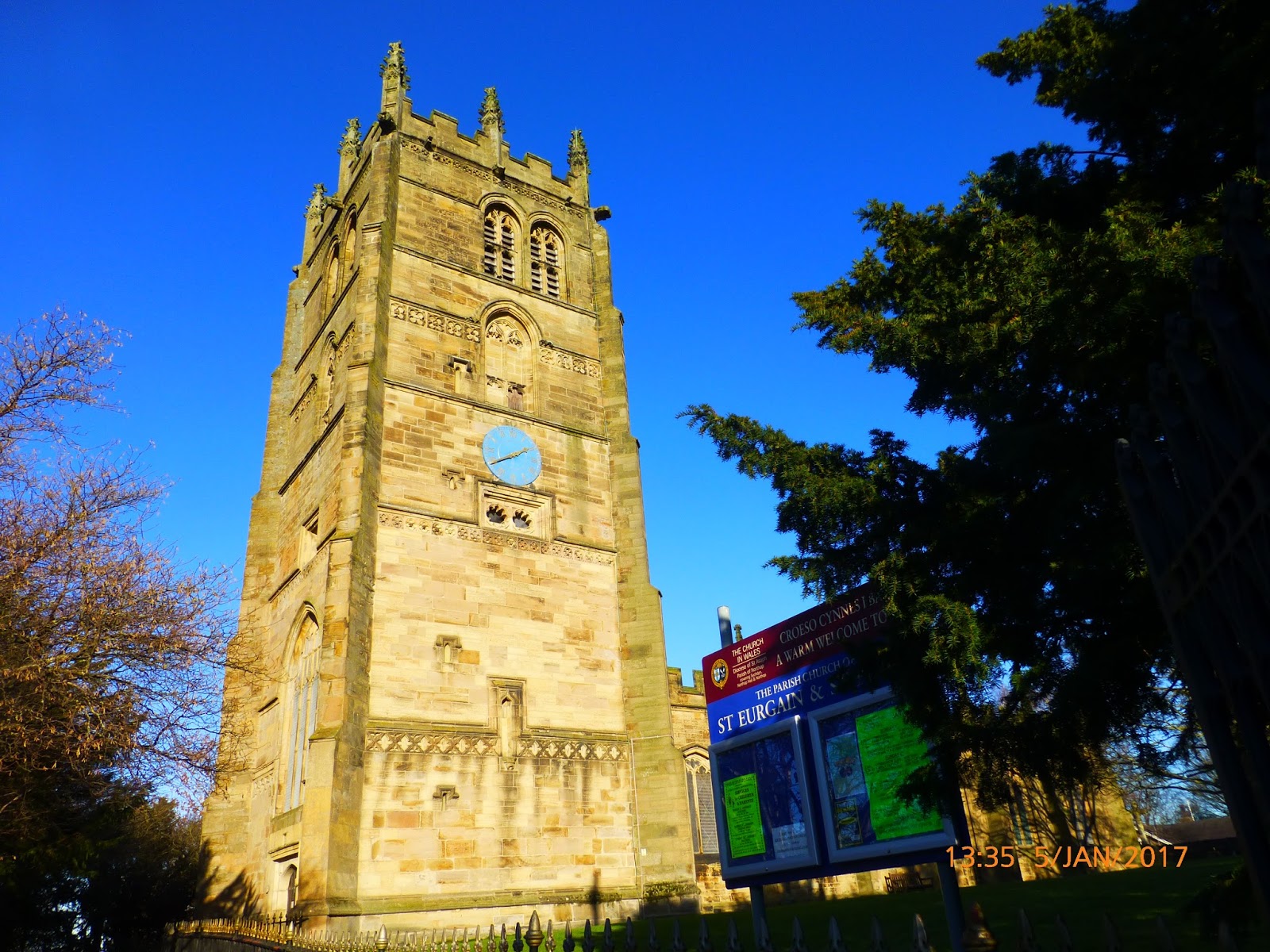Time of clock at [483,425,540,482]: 1:39
